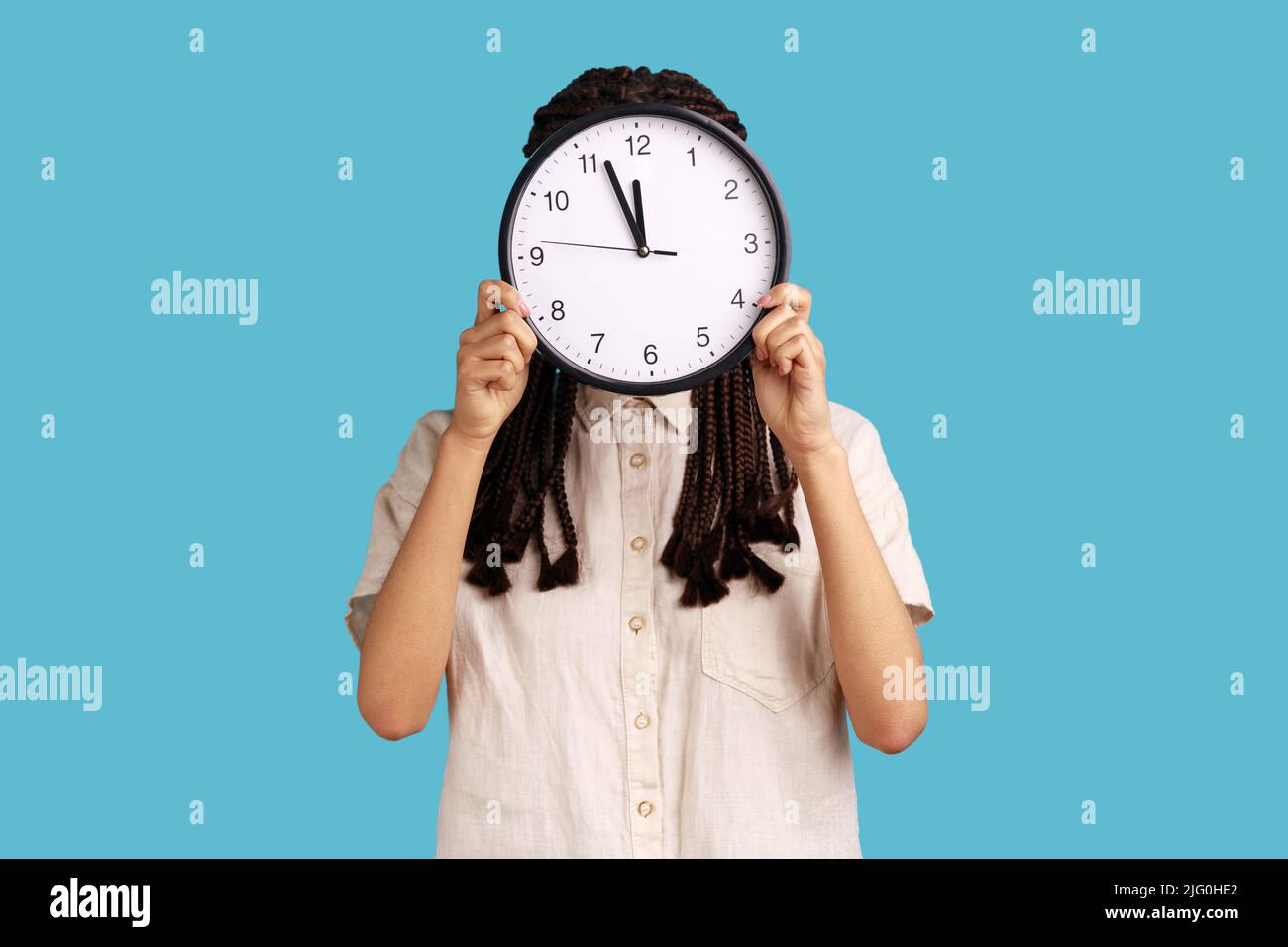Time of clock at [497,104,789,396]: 11:56
